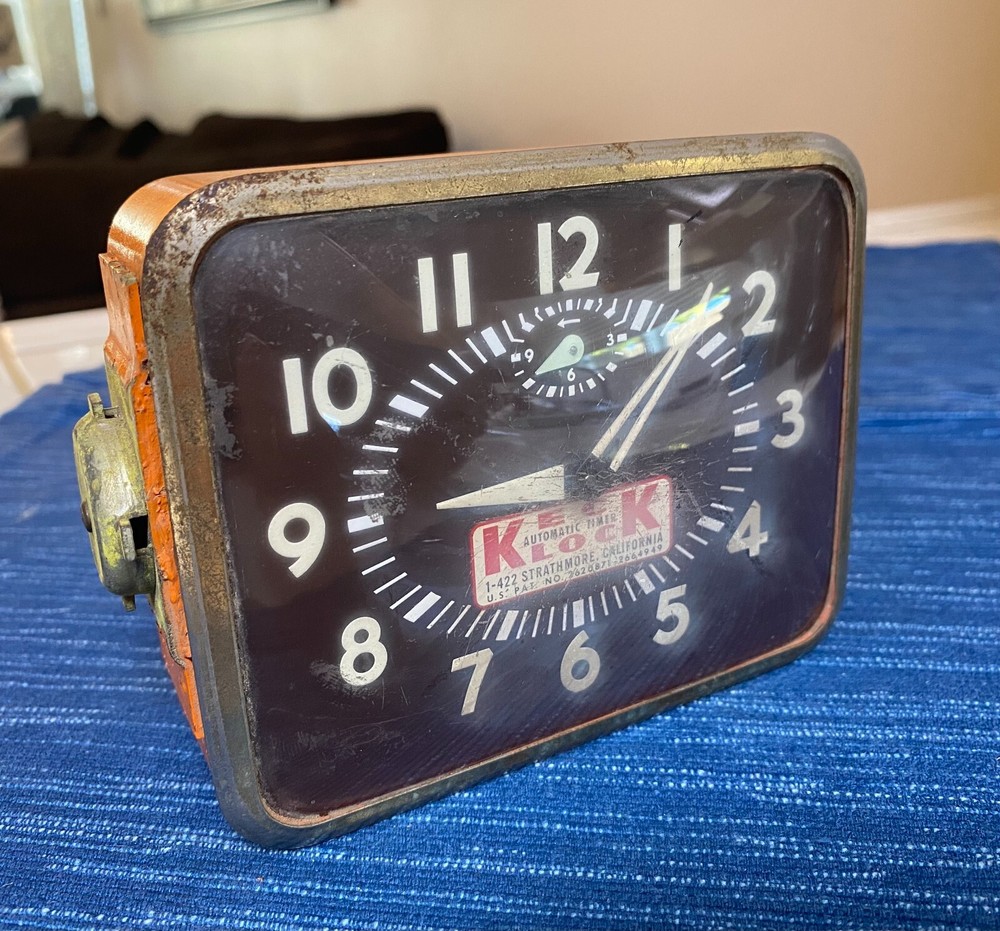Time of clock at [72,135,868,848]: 9:07
